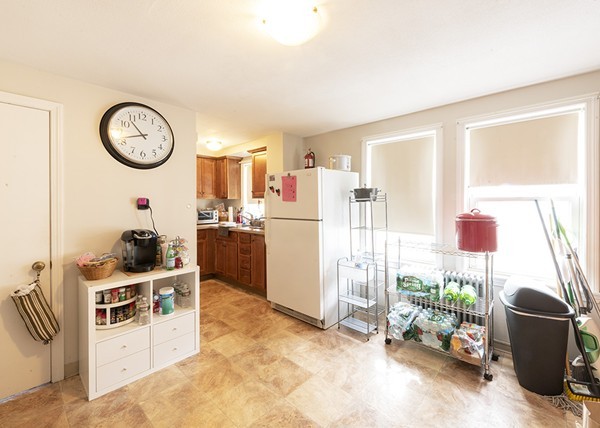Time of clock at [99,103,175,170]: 10:42
